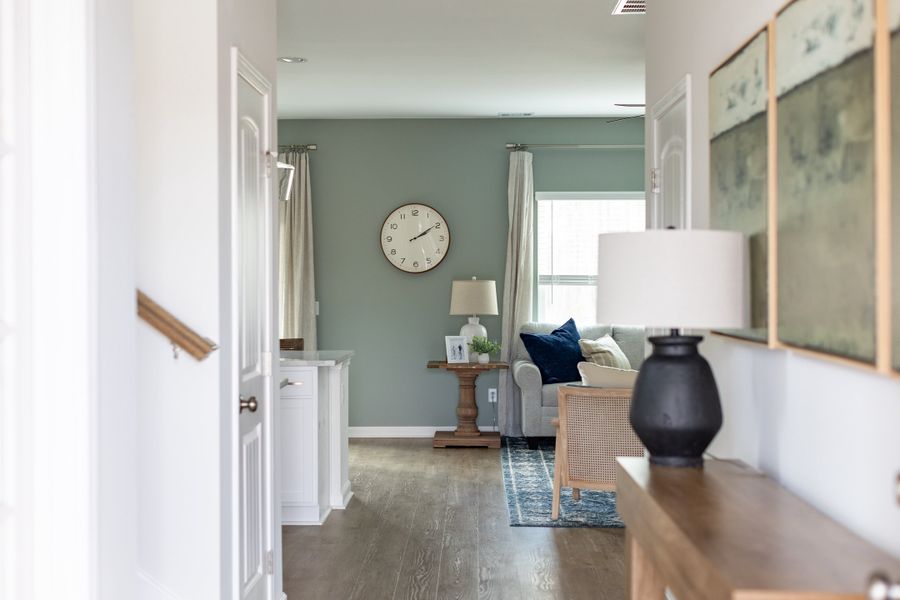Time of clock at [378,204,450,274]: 2:09
